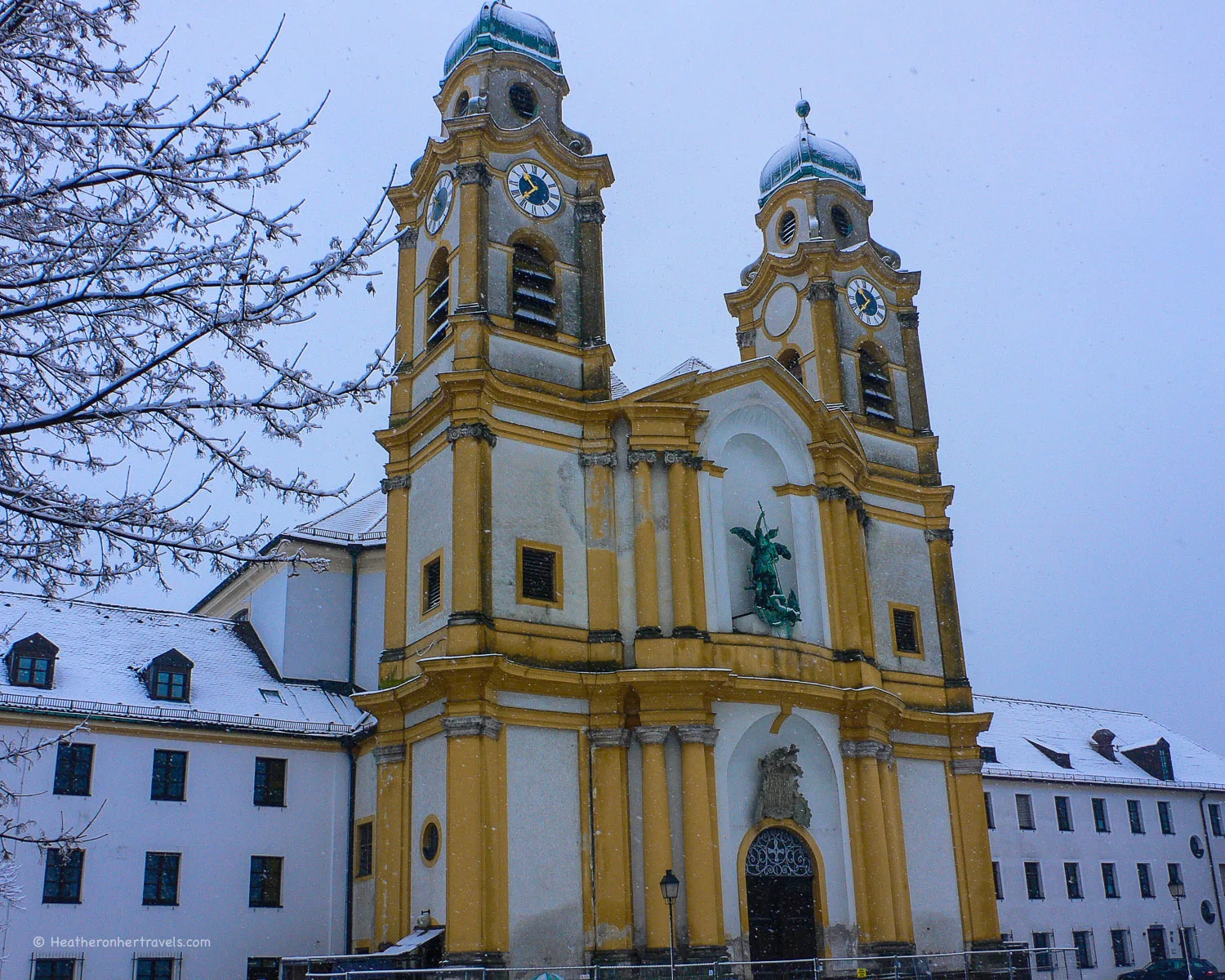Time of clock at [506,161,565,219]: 10:37
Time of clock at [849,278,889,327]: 10:36
